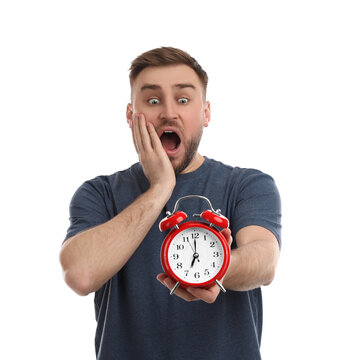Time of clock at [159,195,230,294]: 7:00
